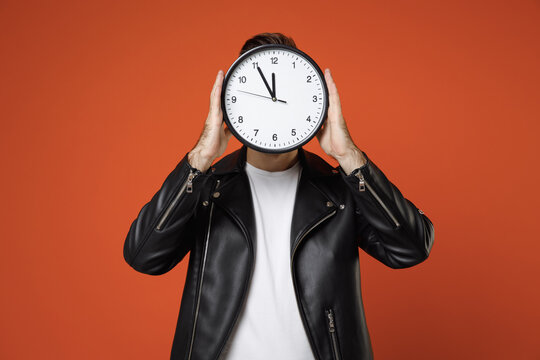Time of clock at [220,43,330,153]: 11:55
